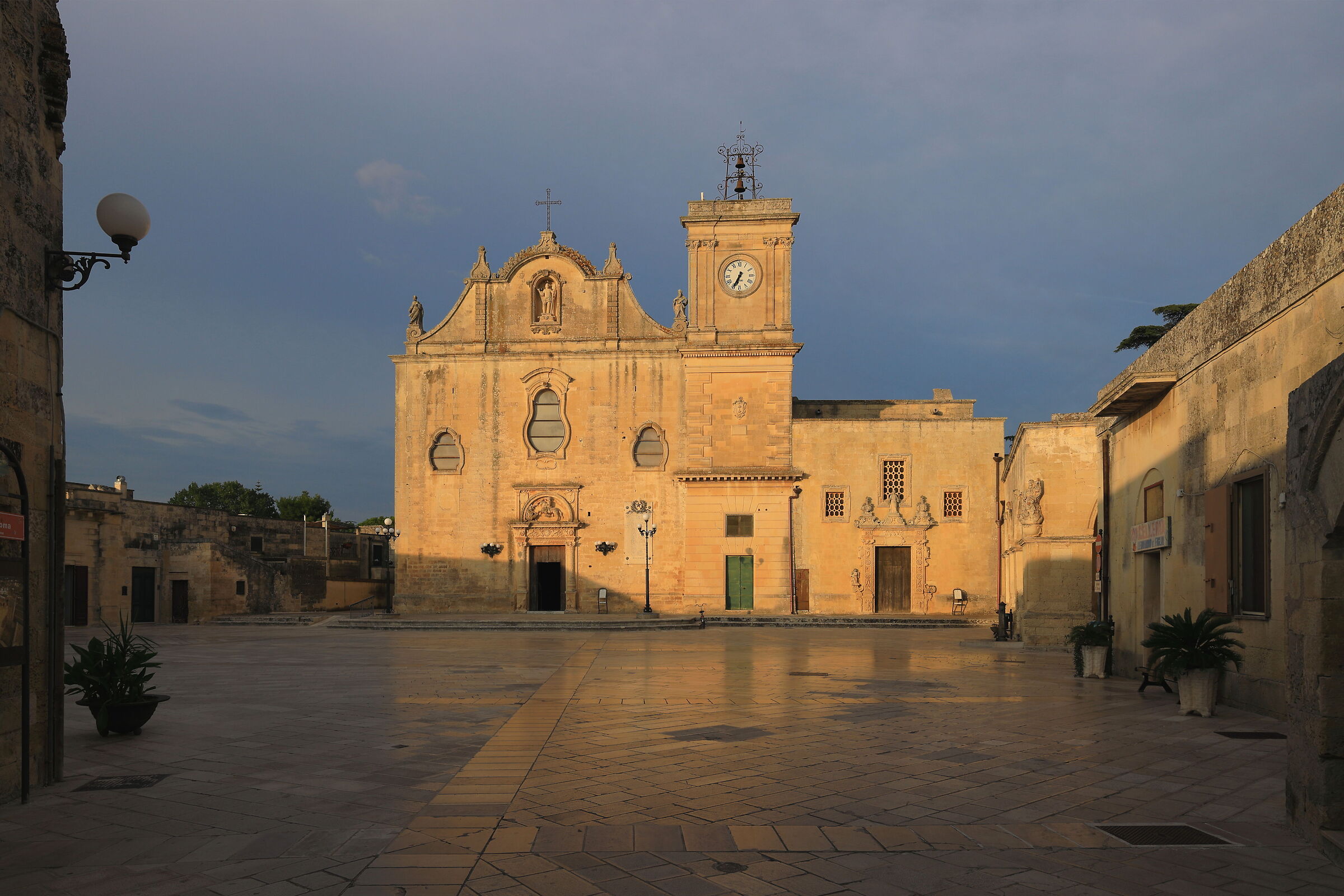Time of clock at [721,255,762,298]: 6:34
